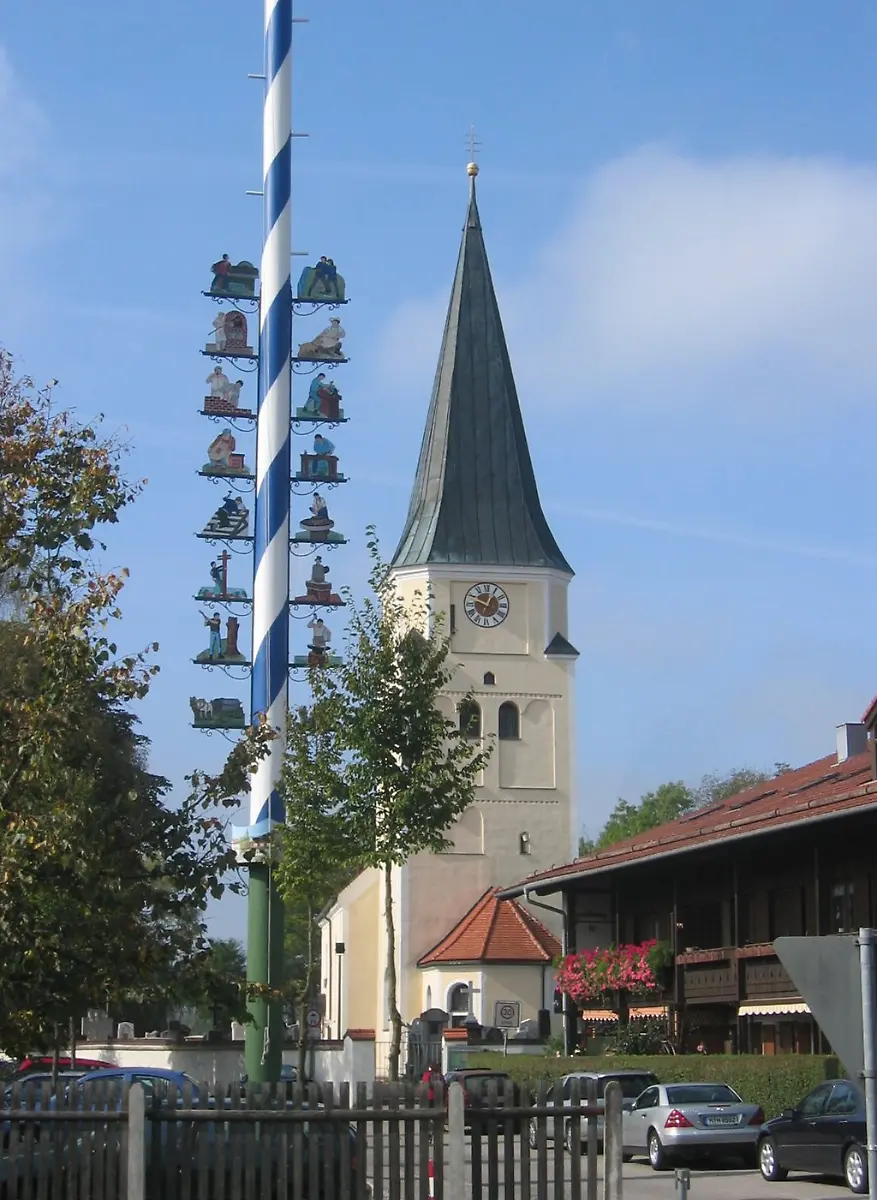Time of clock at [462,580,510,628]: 12:49
